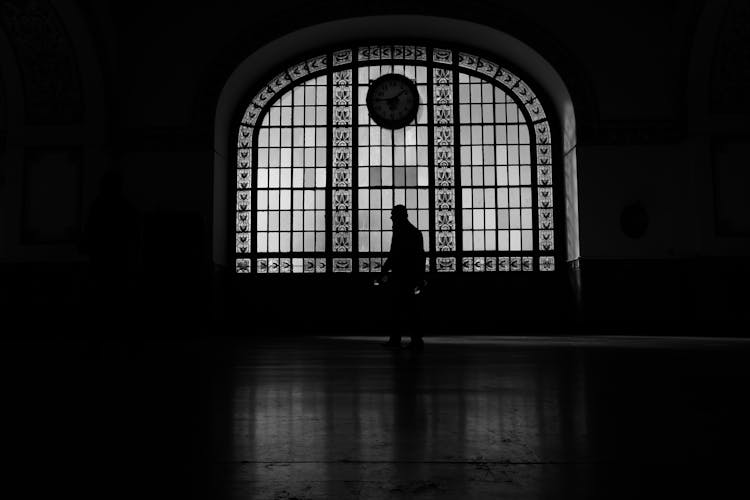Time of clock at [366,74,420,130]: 9:07
